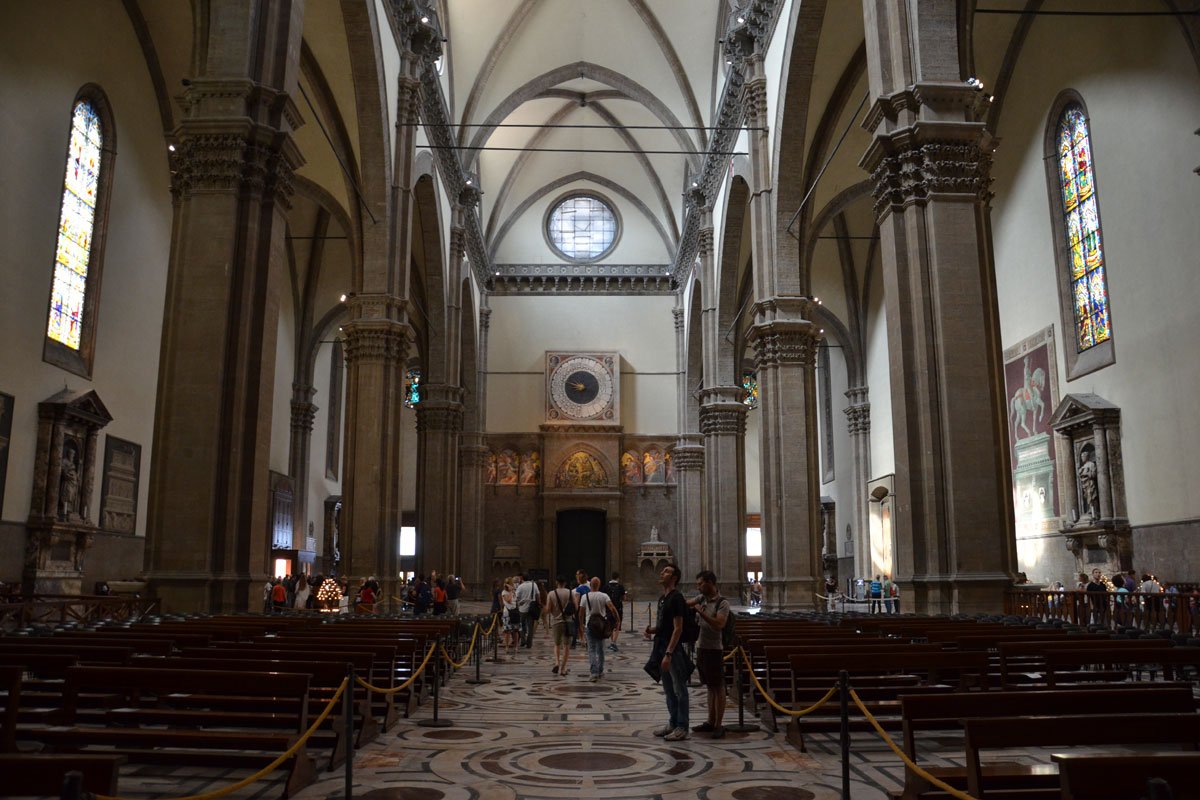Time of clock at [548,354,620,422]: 8:48
